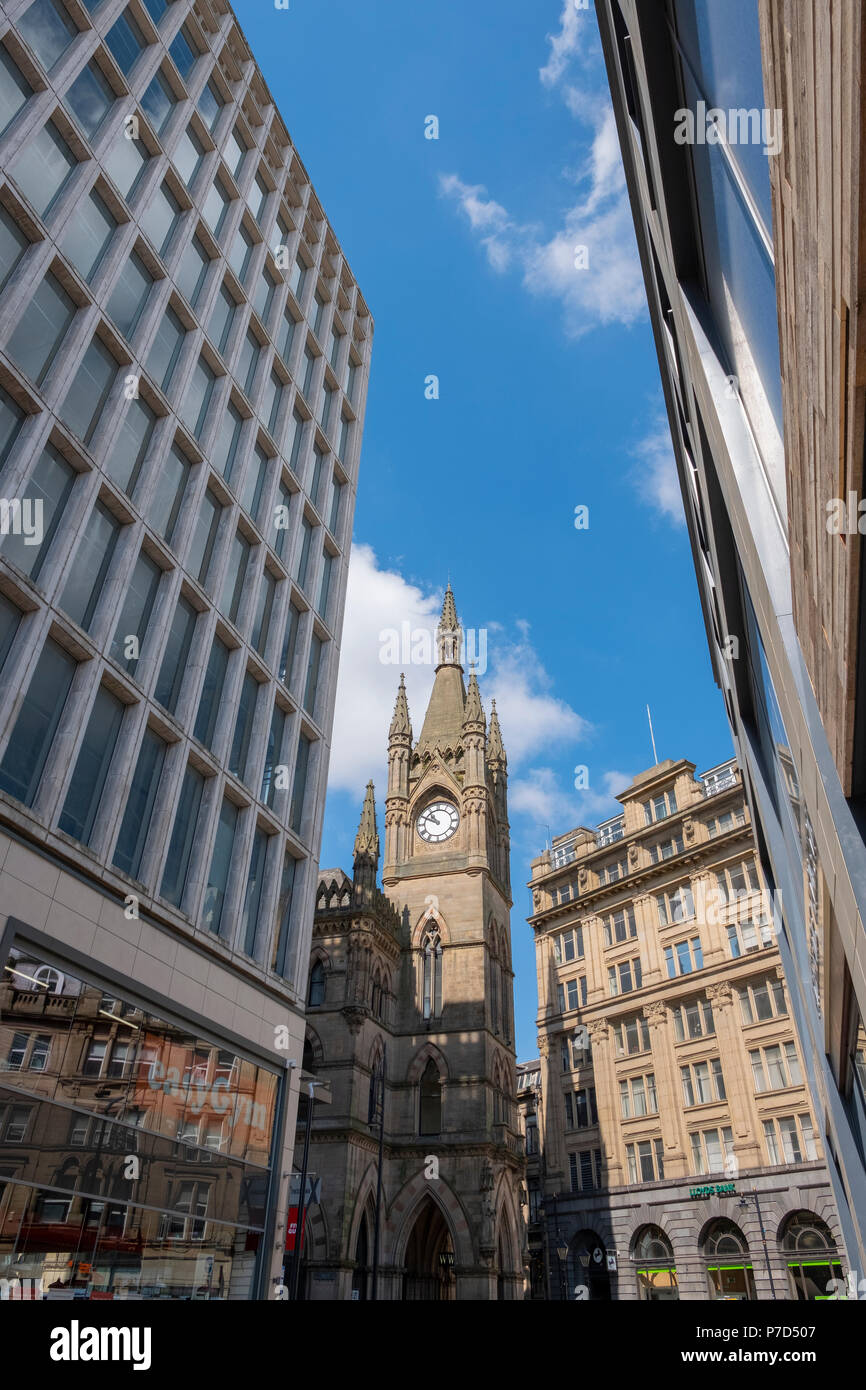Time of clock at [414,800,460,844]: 10:49
